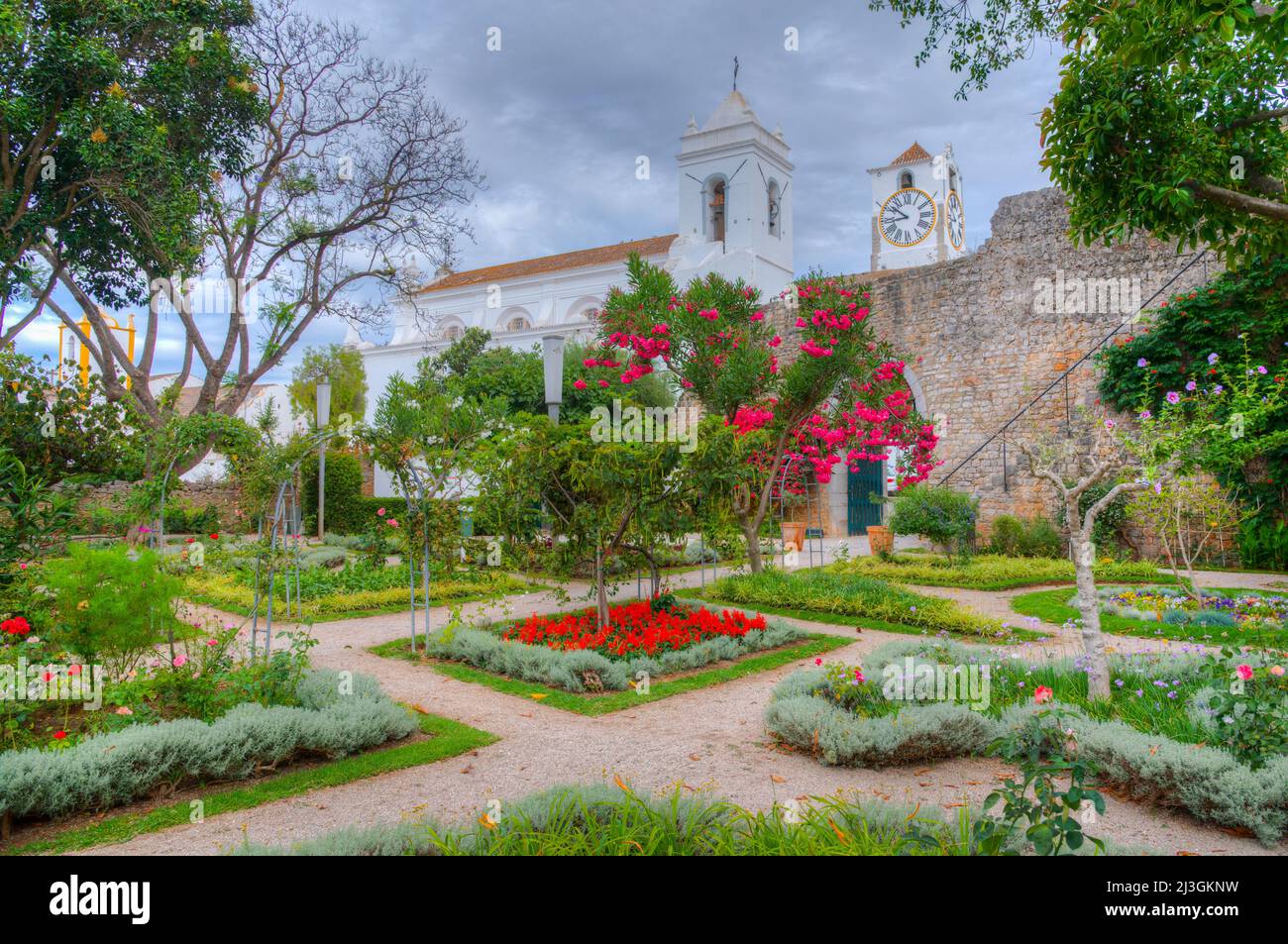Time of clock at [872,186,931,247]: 8:51
